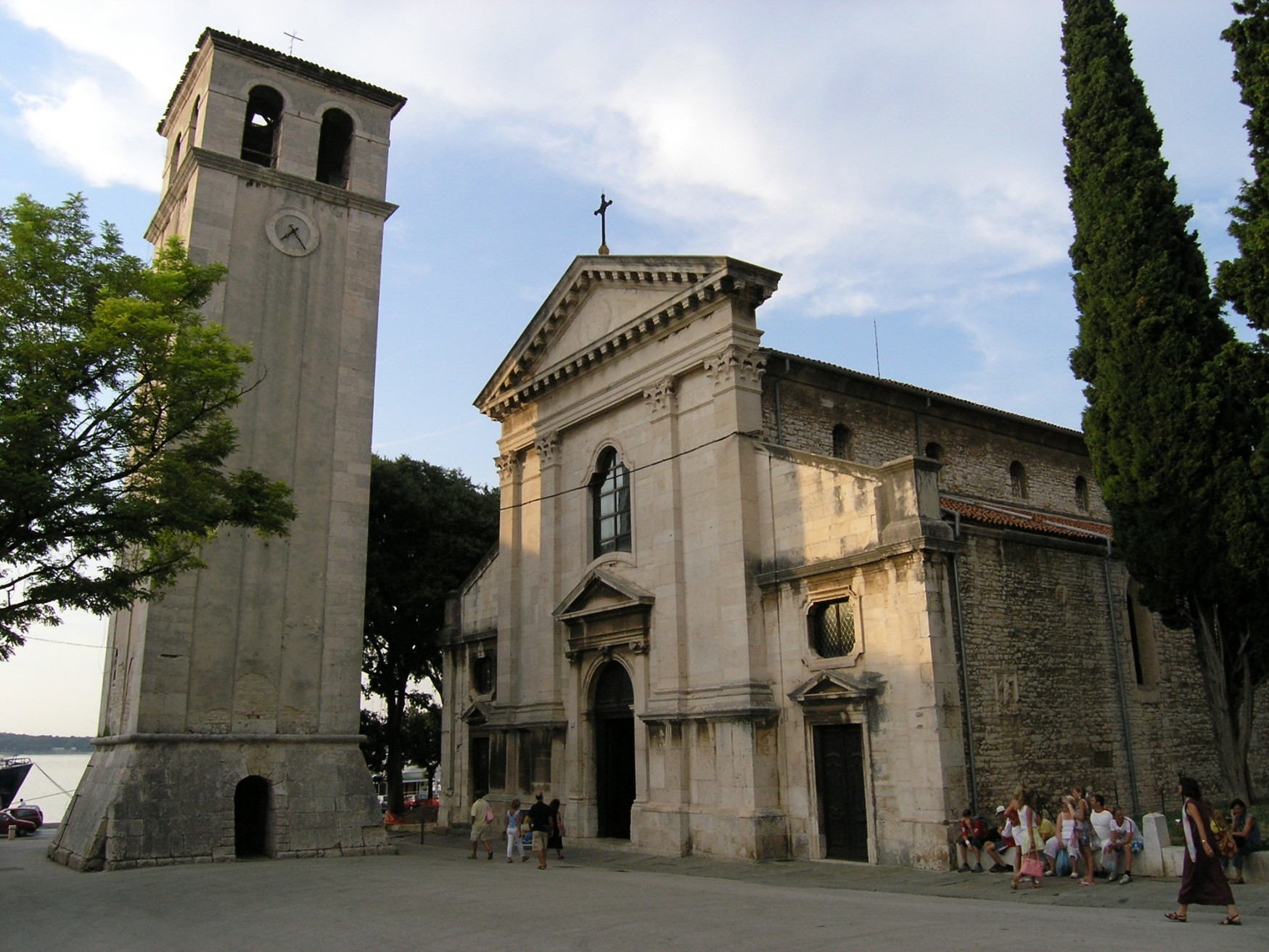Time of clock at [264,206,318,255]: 7:25
